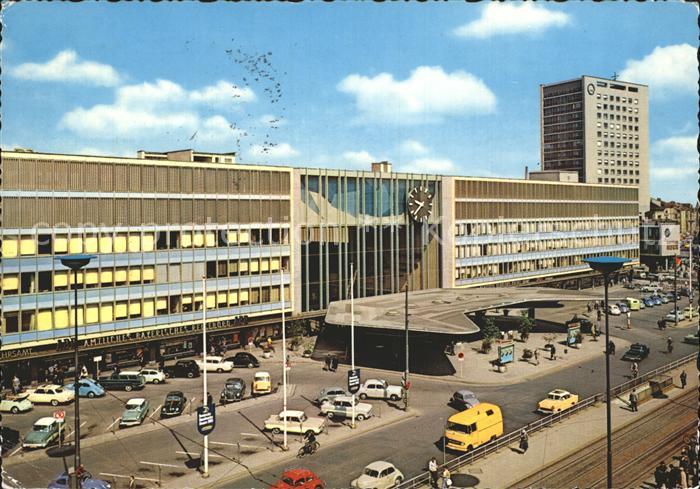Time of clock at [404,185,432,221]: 9:38
